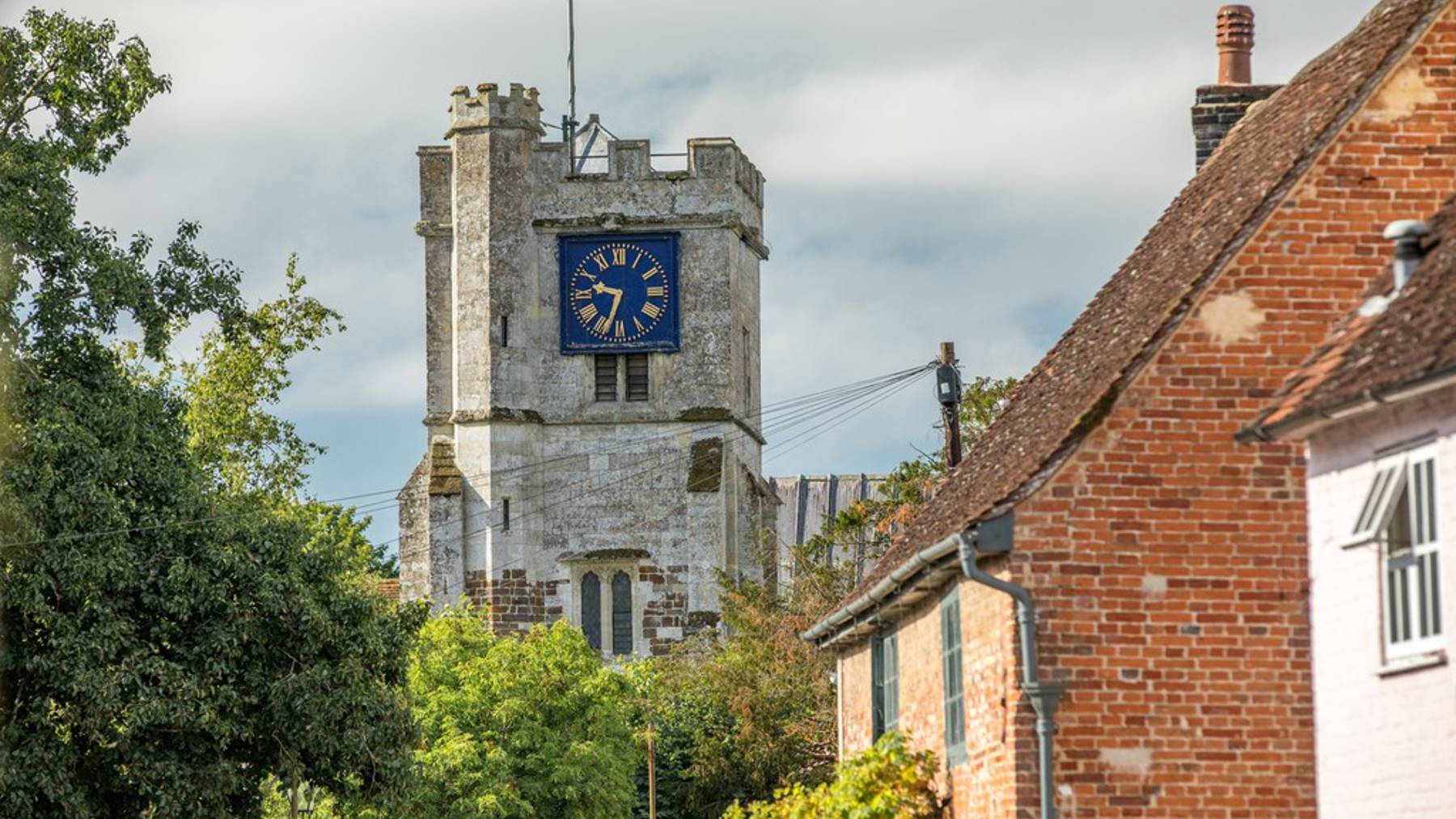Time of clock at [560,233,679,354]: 9:33
